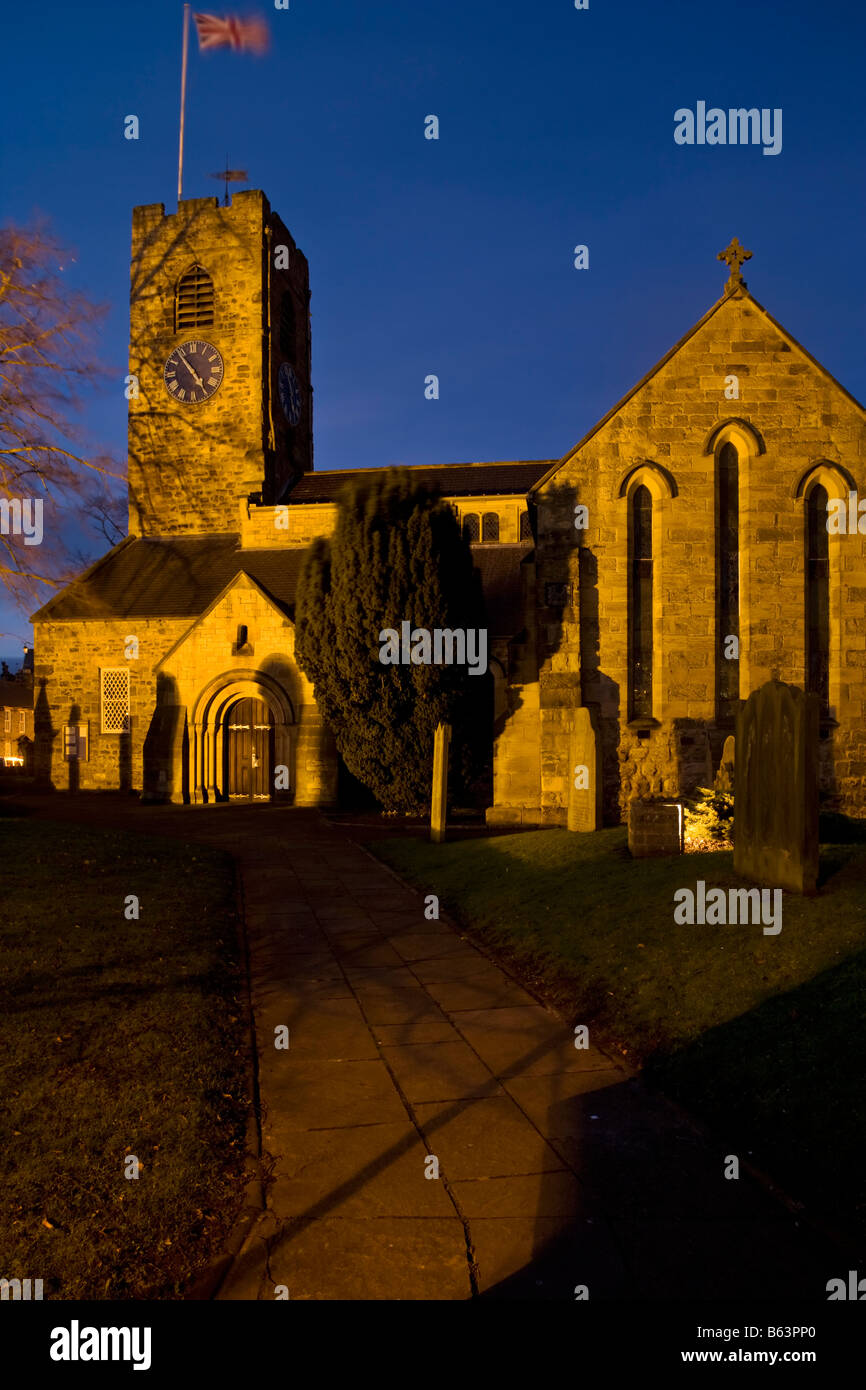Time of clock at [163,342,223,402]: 4:53
